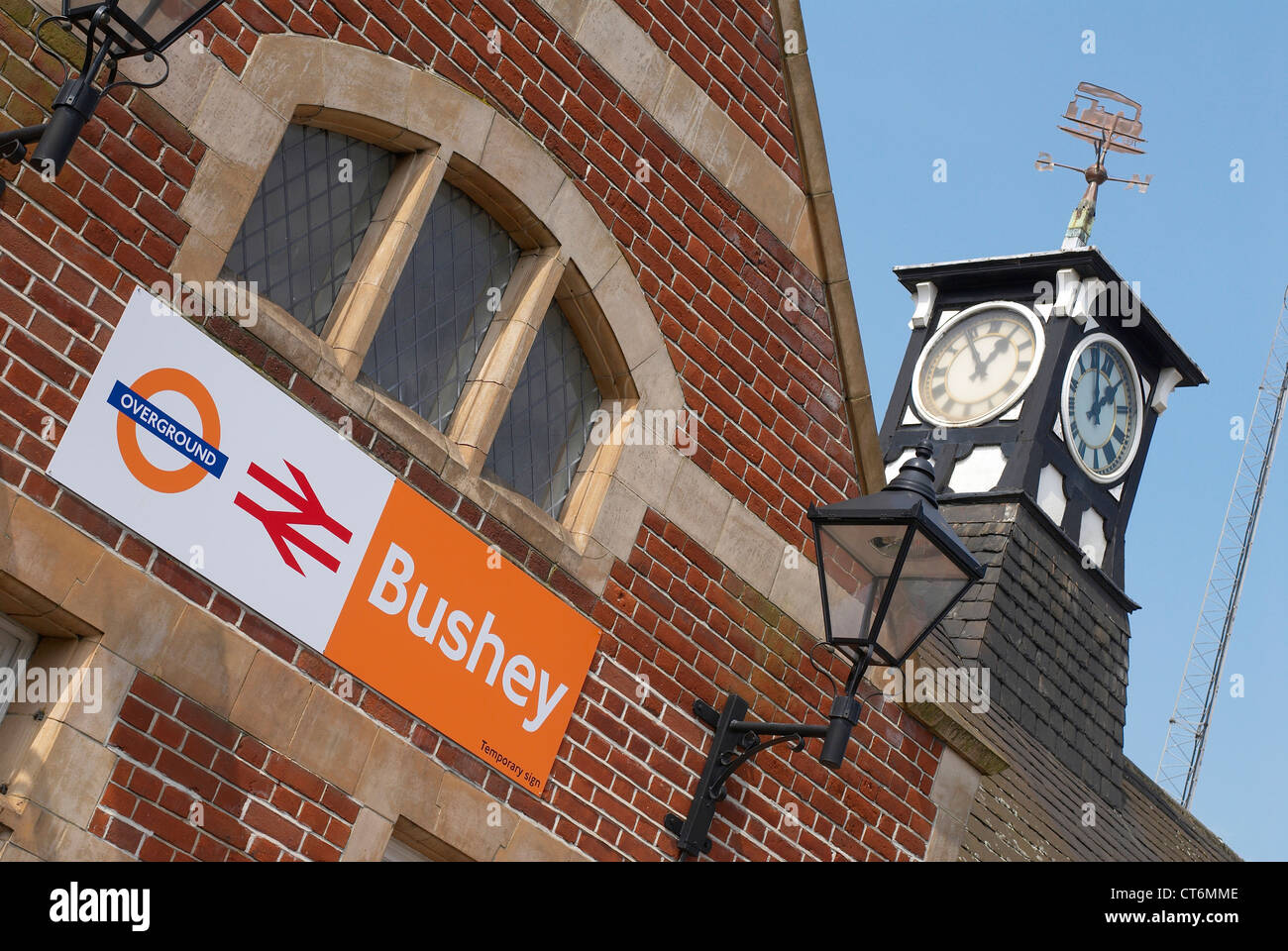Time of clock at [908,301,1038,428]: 12:54
